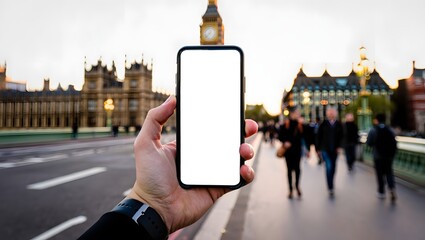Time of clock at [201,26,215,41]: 7:37
